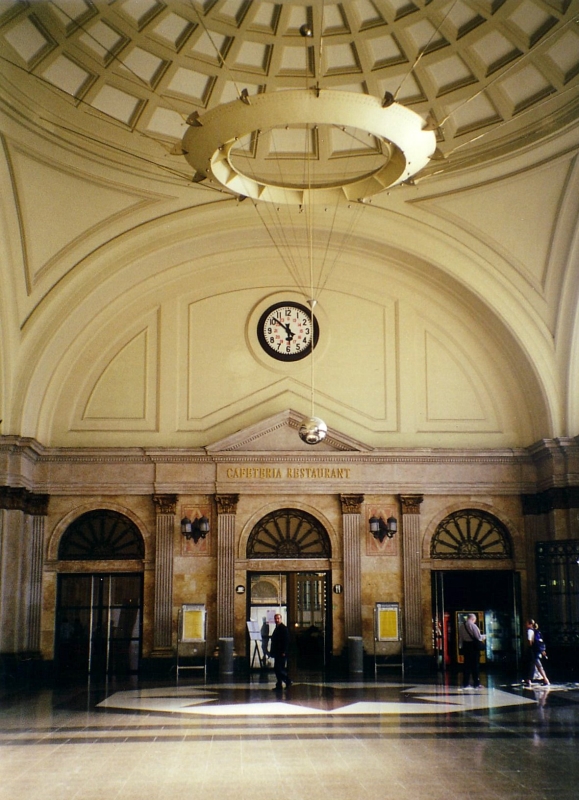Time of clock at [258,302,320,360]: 5:51
